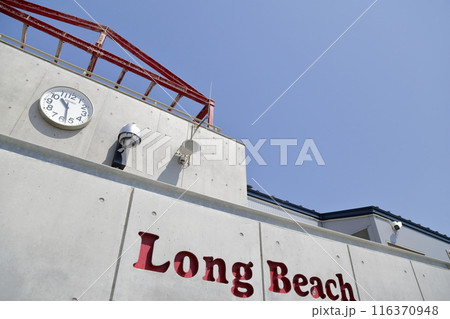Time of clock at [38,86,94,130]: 10:28
